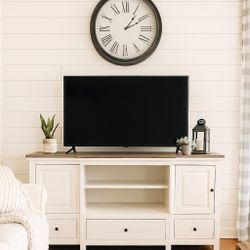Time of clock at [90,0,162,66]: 1:10
